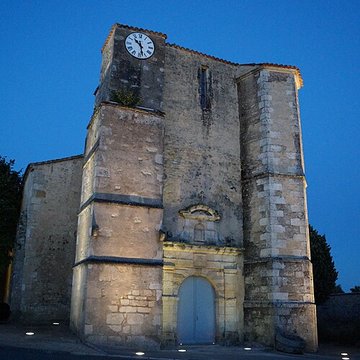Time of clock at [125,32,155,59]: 10:28
